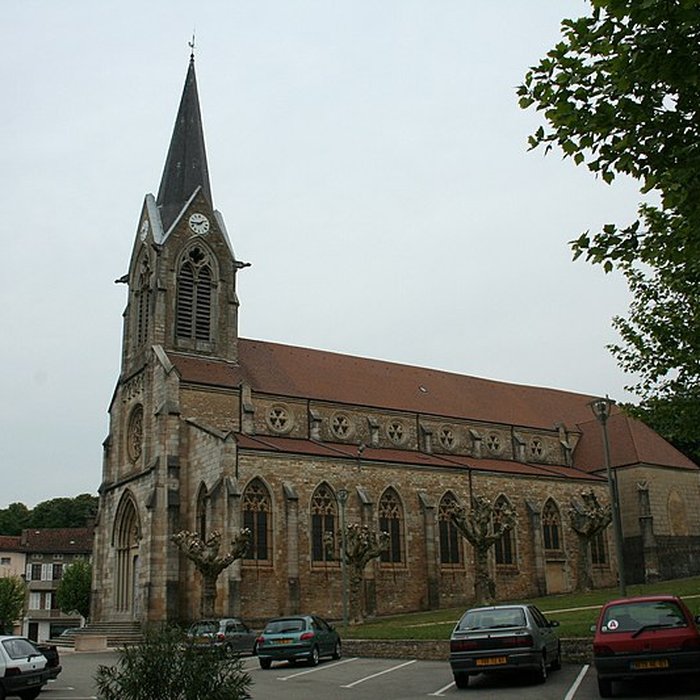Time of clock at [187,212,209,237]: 1:44
